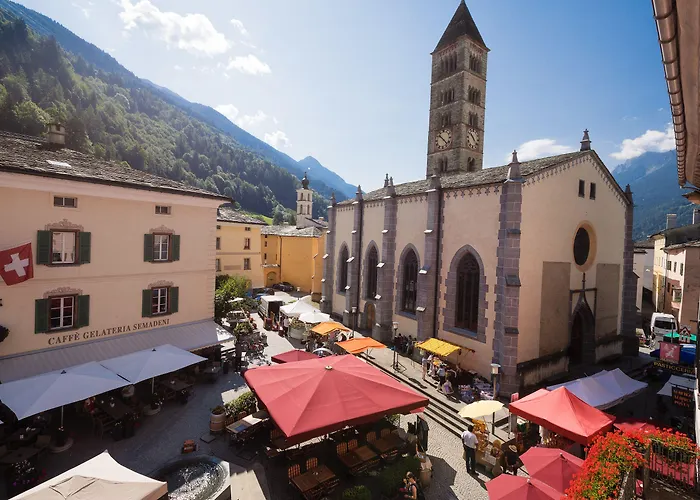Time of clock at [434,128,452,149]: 10:22
